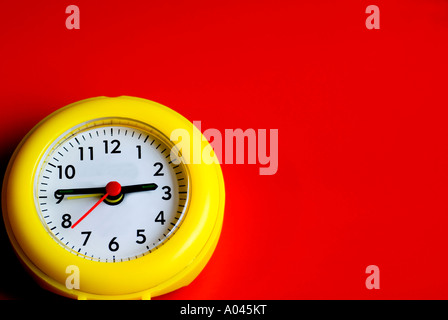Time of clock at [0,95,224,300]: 2:45
